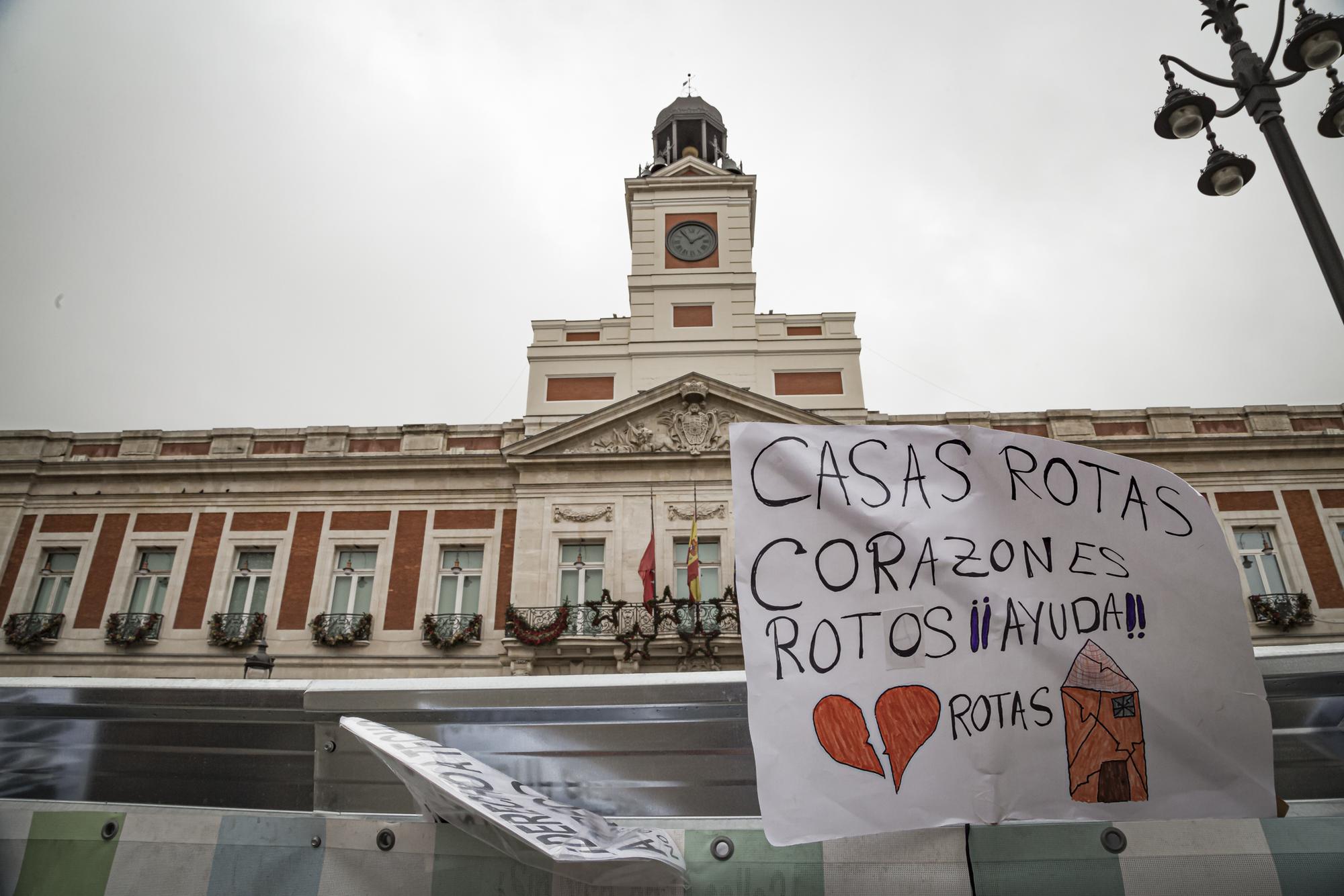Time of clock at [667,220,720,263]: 1:53
